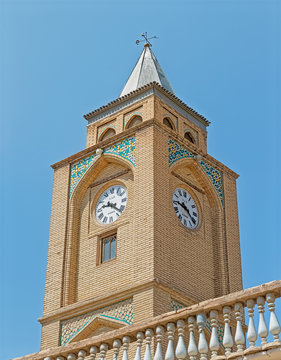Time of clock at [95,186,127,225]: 9:21
